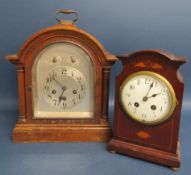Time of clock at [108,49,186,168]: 2:04
